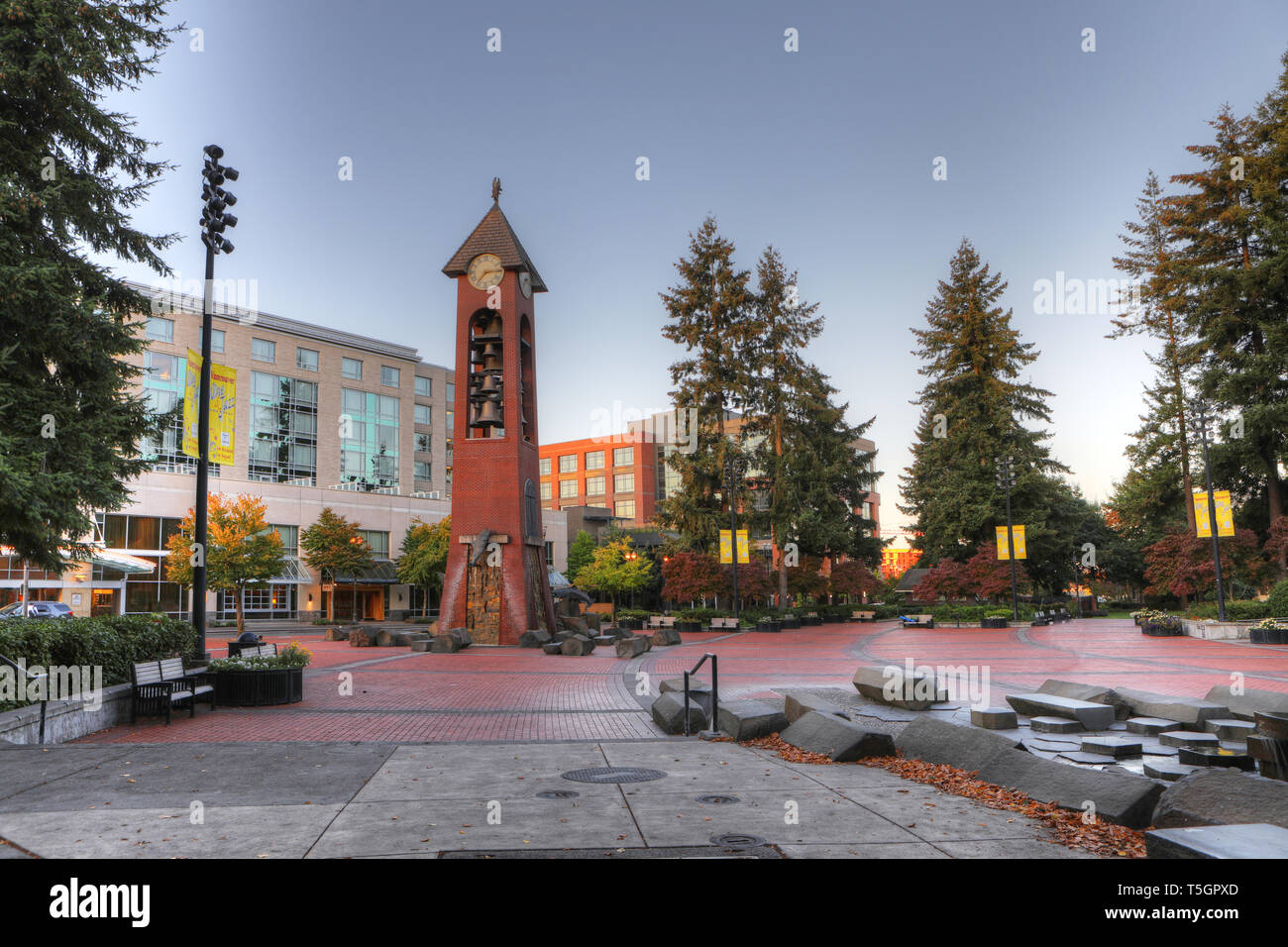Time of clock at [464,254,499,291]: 7:14
